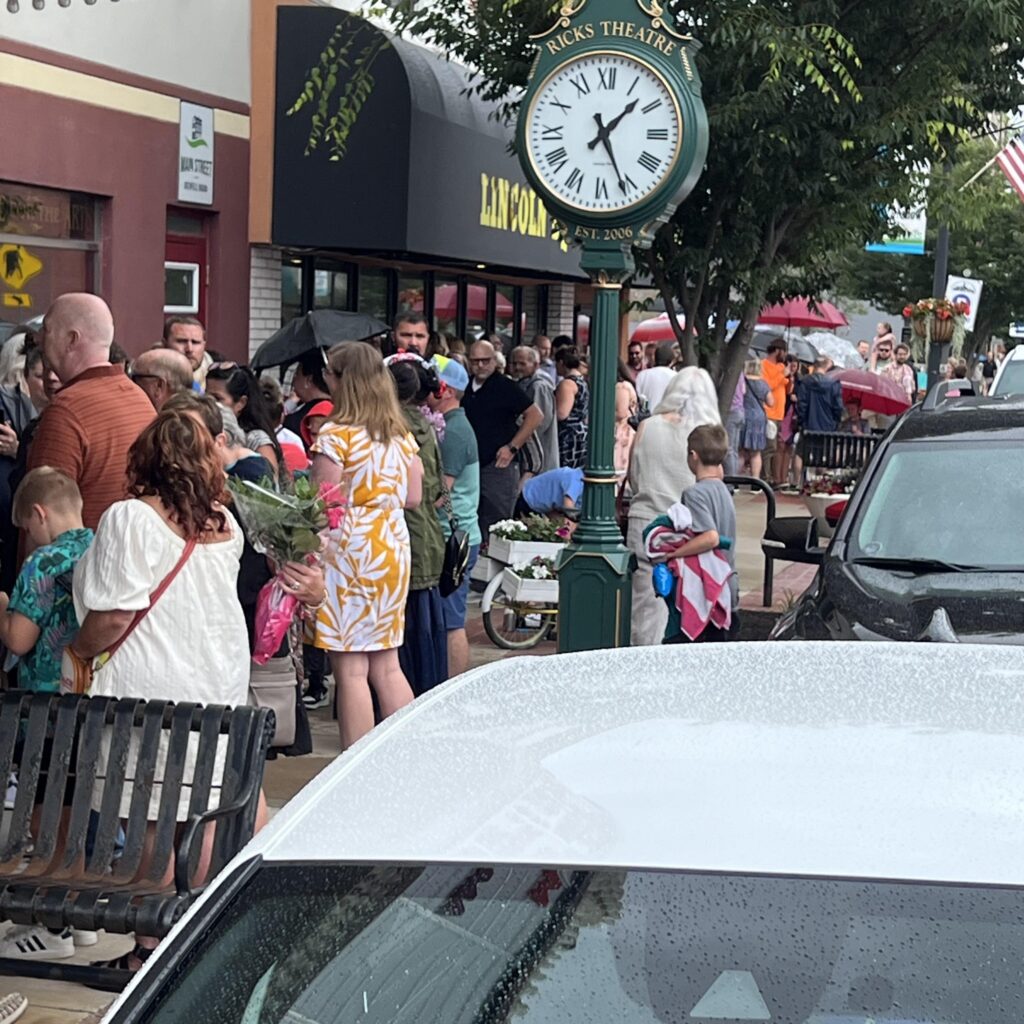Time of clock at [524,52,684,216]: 1:26
